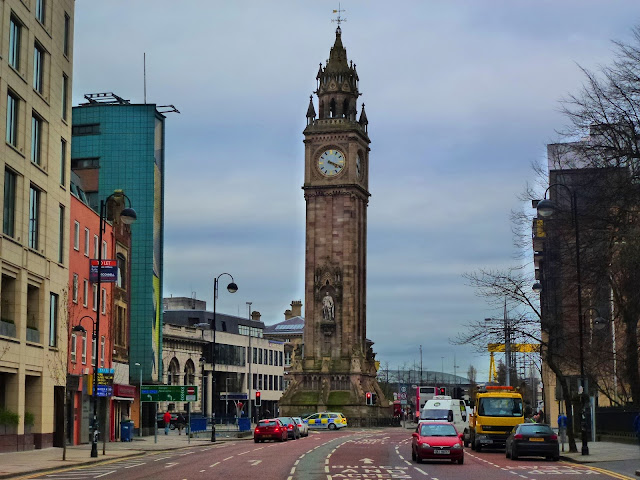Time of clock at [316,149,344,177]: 4:18
